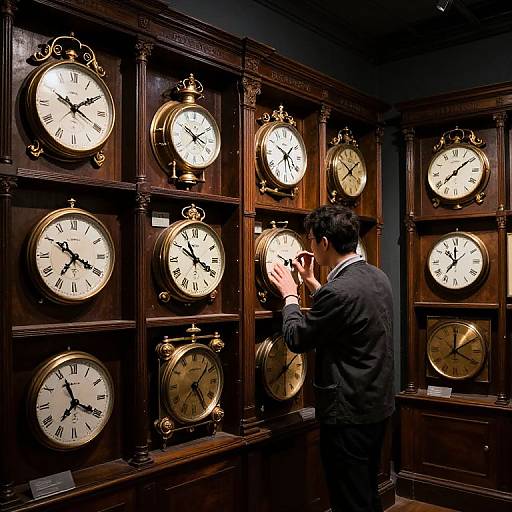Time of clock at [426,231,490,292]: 10:36
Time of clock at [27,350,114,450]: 7:19
